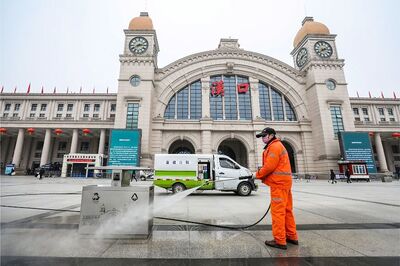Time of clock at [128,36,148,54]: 2:40
